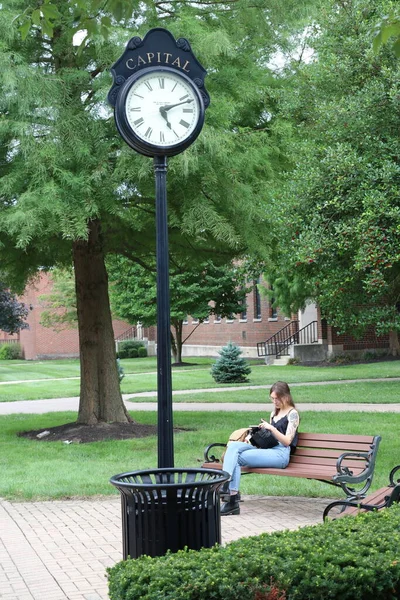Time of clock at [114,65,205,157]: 5:11
